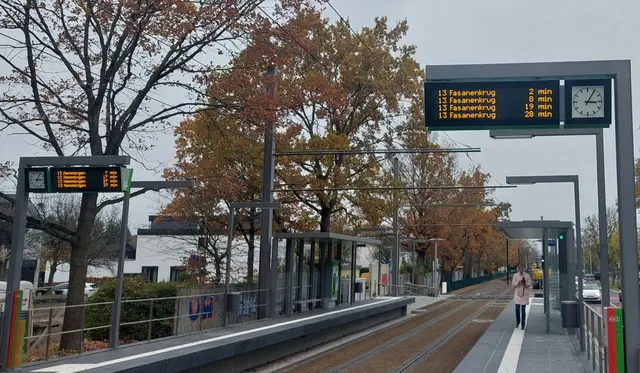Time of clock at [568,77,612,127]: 3:05
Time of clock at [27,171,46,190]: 3:04
